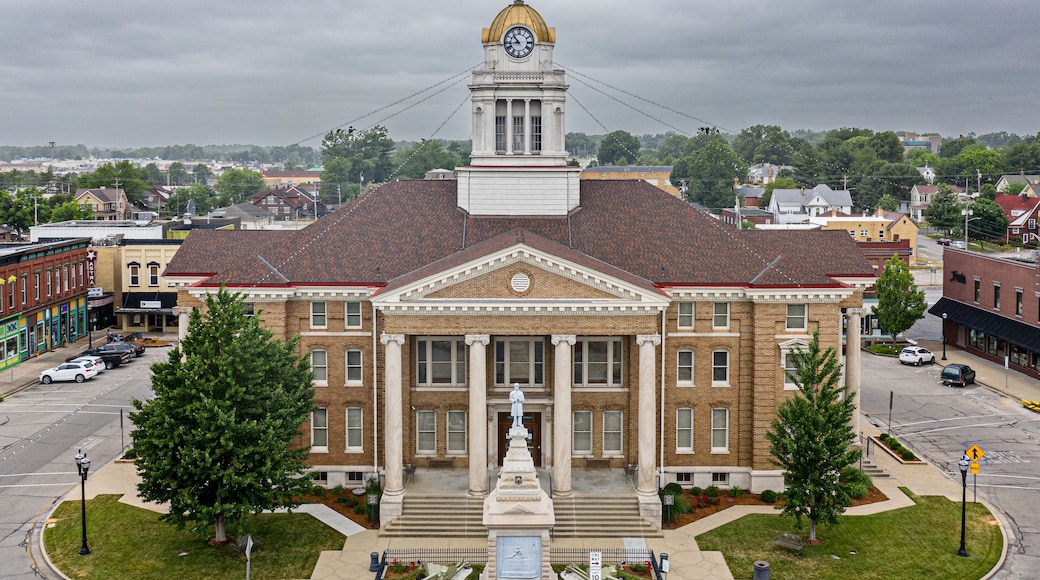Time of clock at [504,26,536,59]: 10:42
